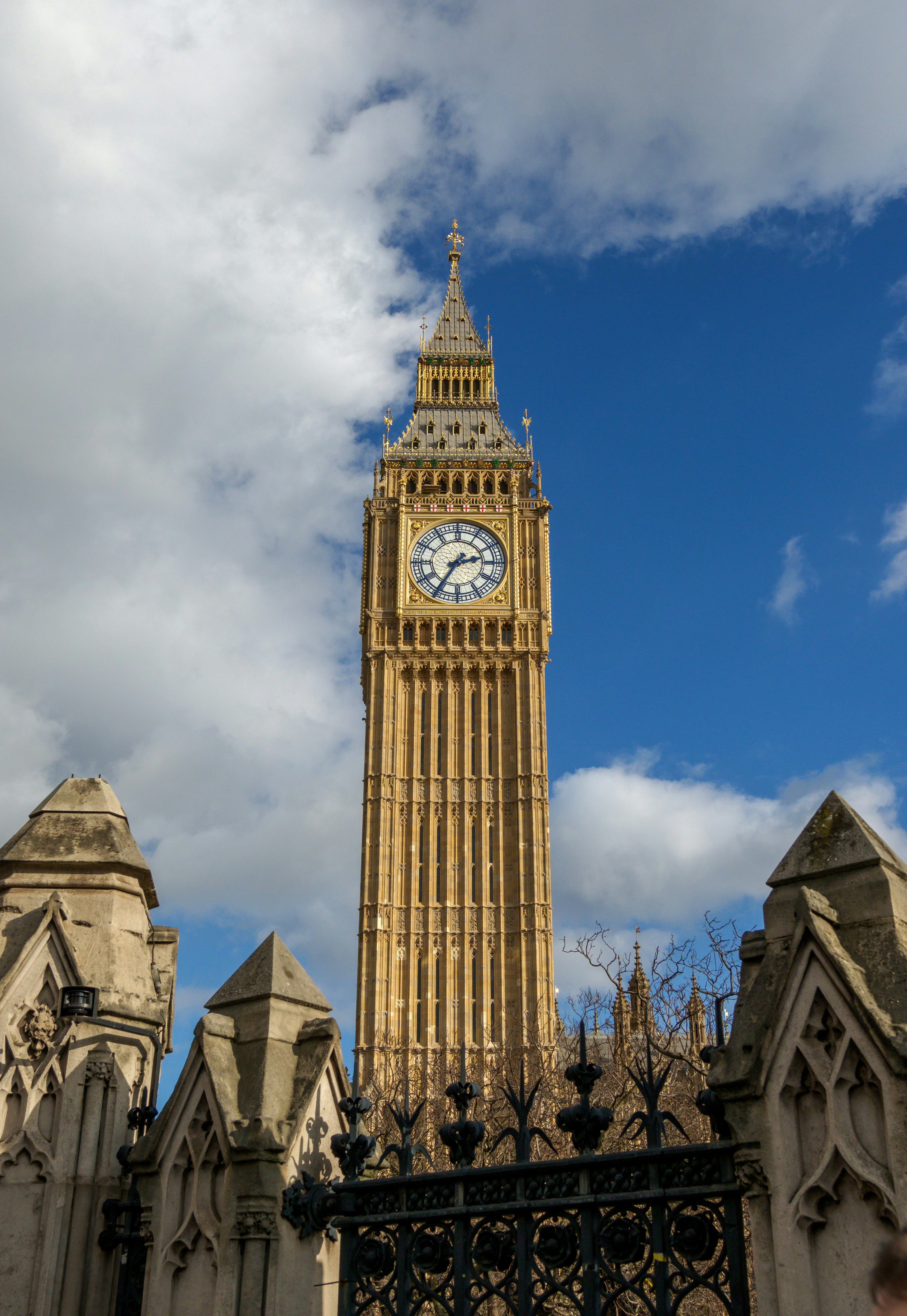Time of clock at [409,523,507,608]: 2:35
